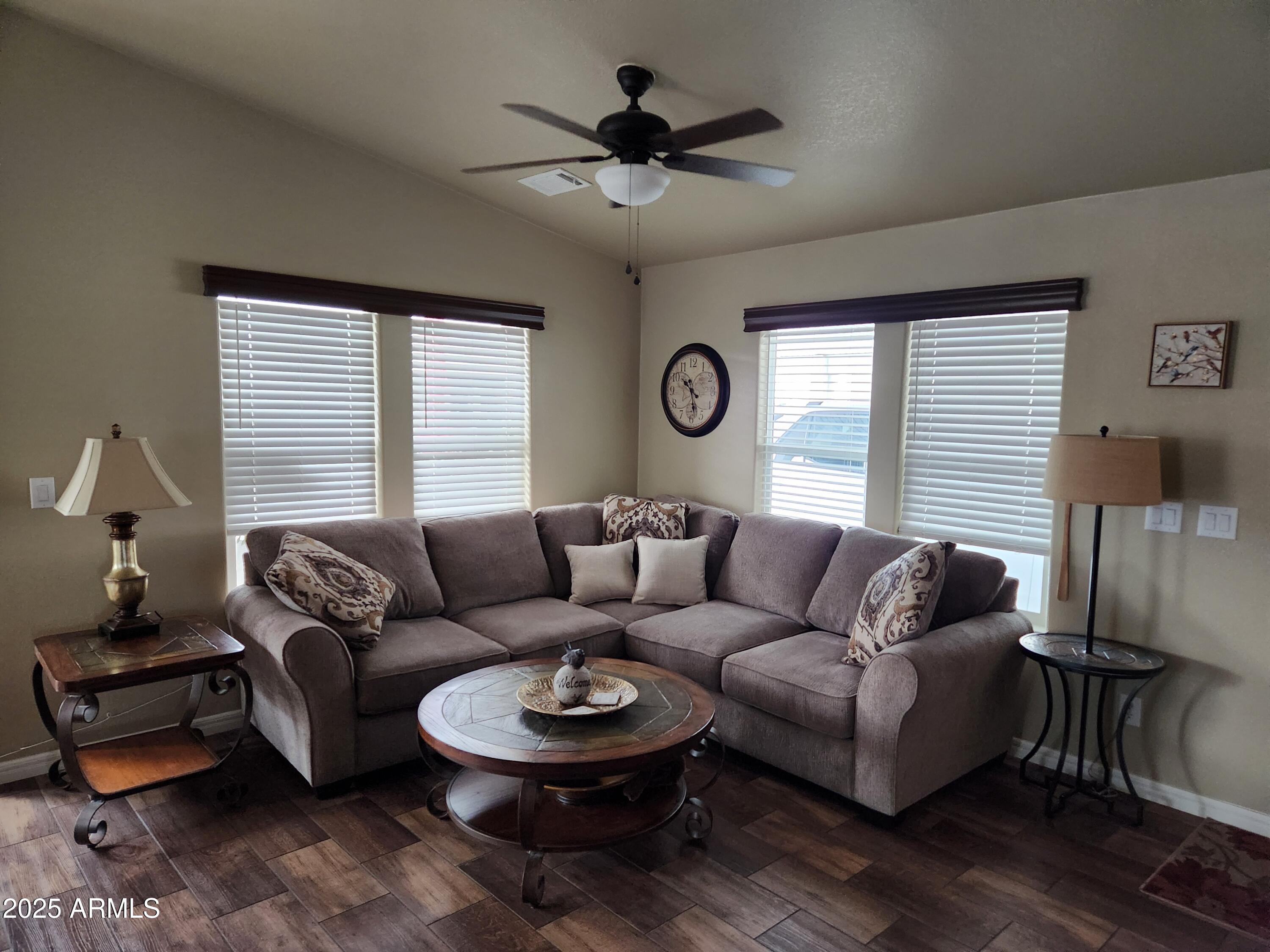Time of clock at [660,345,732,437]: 10:28
